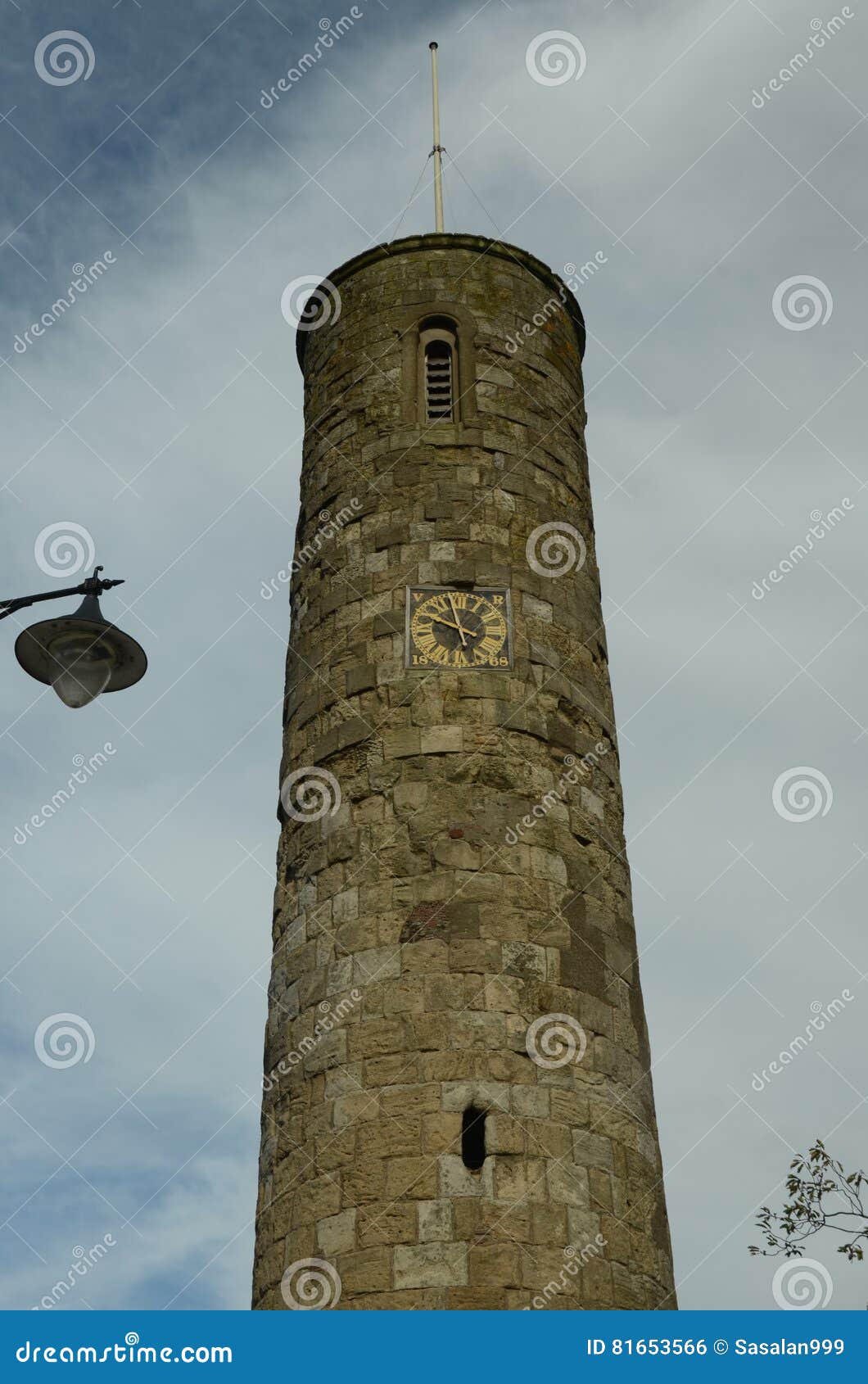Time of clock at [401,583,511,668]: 9:57
